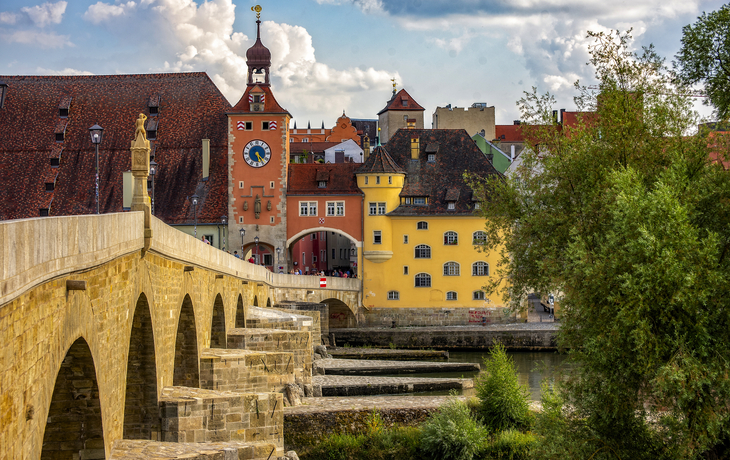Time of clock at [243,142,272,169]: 5:24
